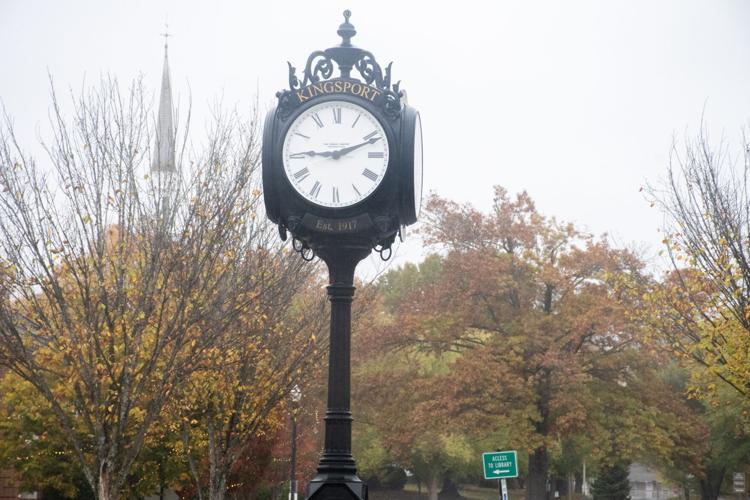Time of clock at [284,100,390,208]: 9:11
